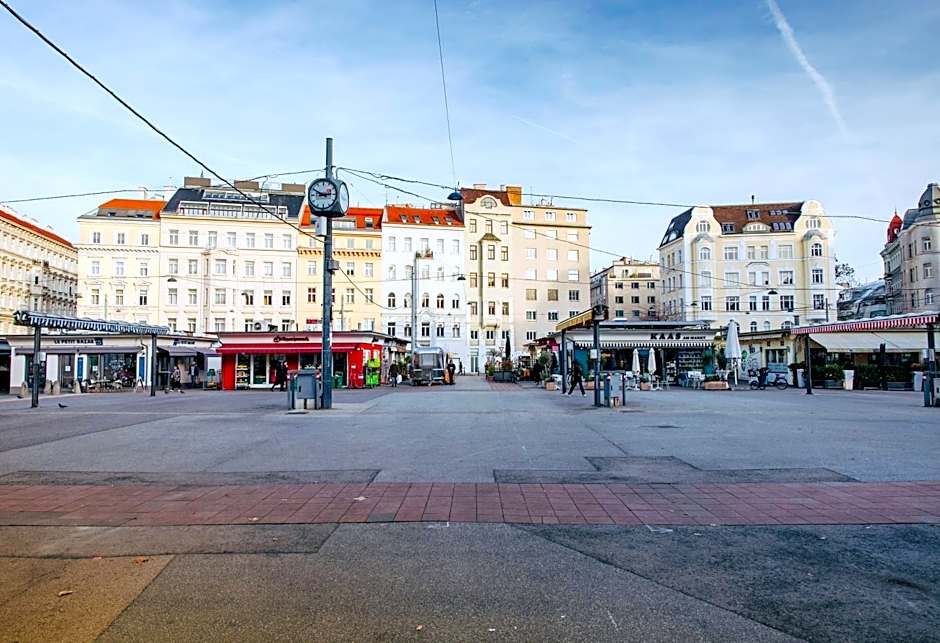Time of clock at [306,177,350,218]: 2:49
